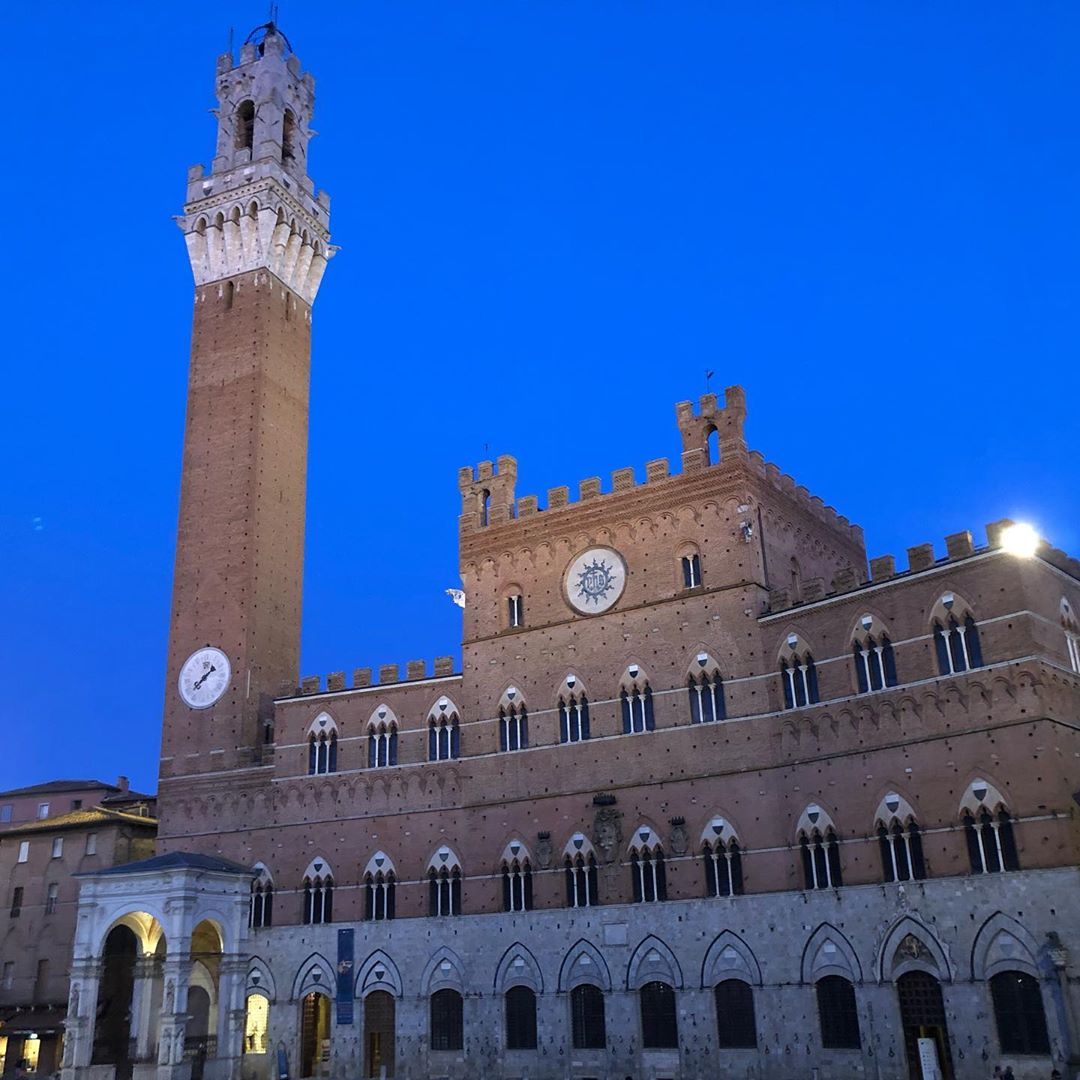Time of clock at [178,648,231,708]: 1:37
